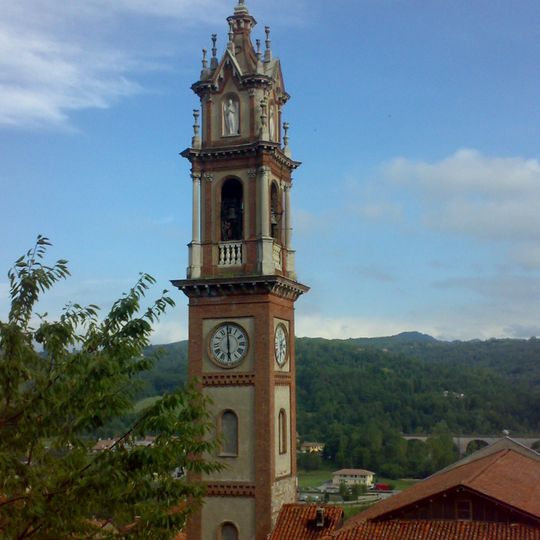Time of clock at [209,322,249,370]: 5:59
